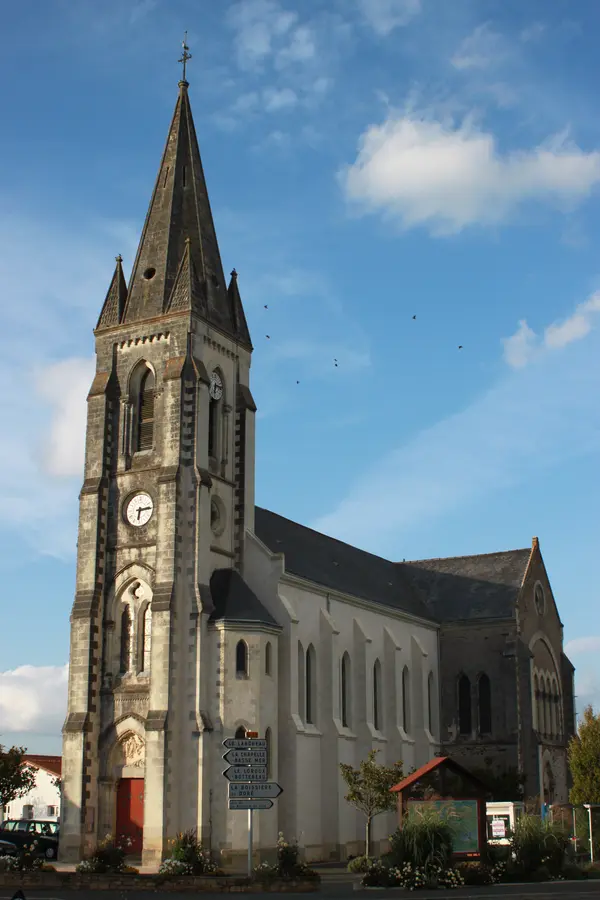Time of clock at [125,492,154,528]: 6:14
